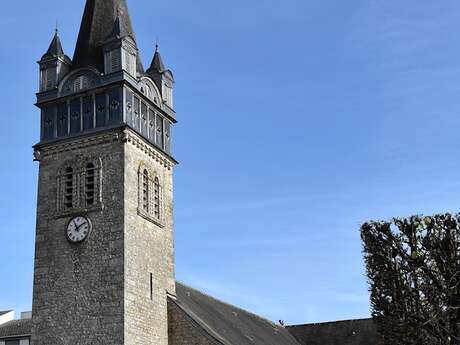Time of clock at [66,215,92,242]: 11:09
